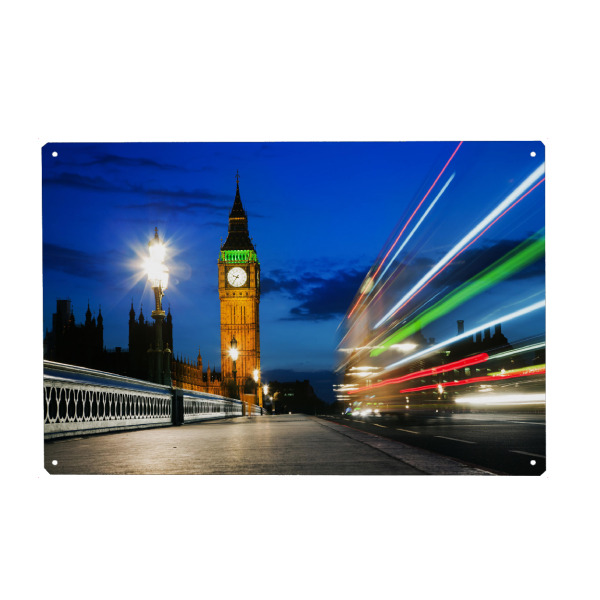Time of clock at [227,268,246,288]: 9:36
